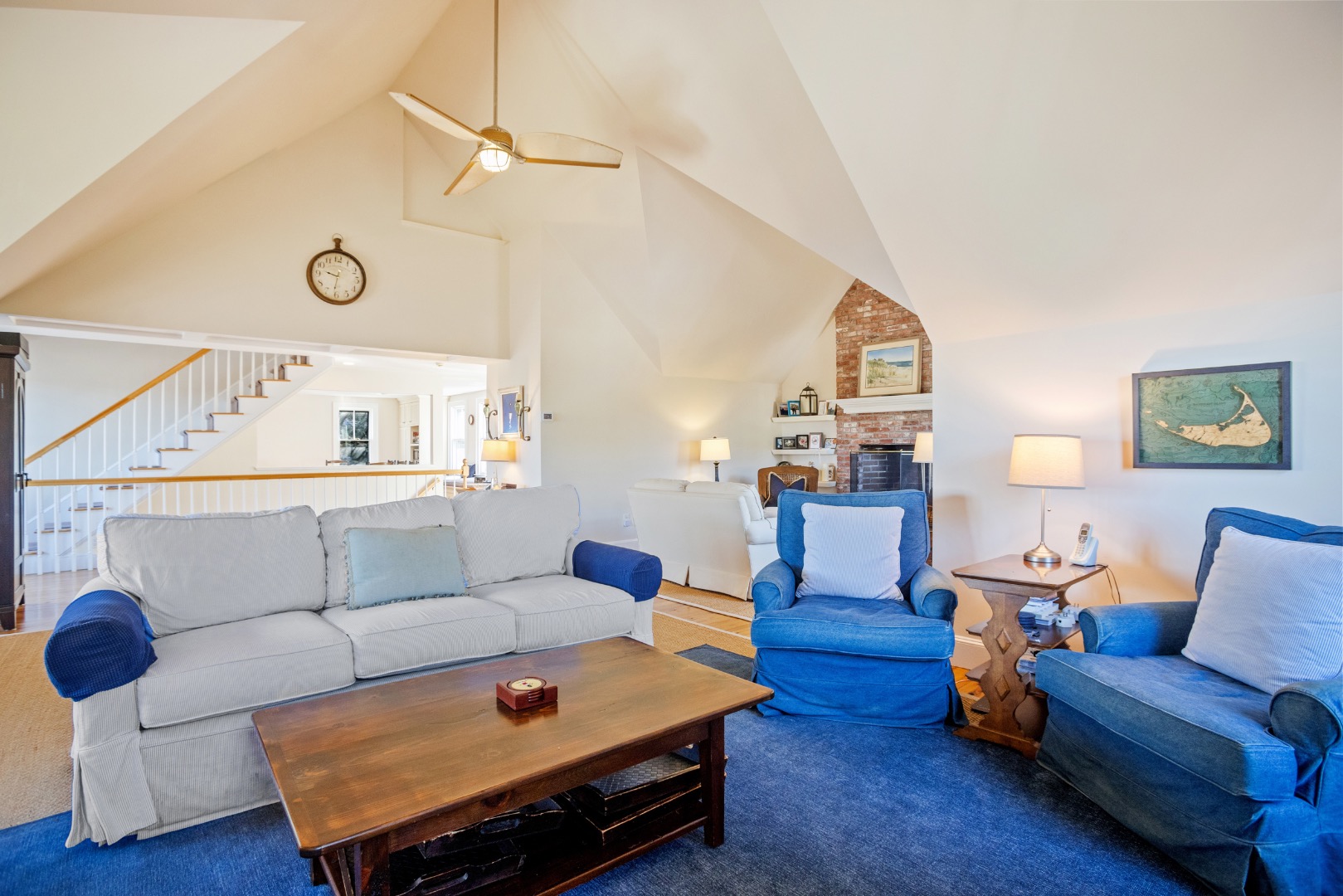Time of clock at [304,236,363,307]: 9:31
